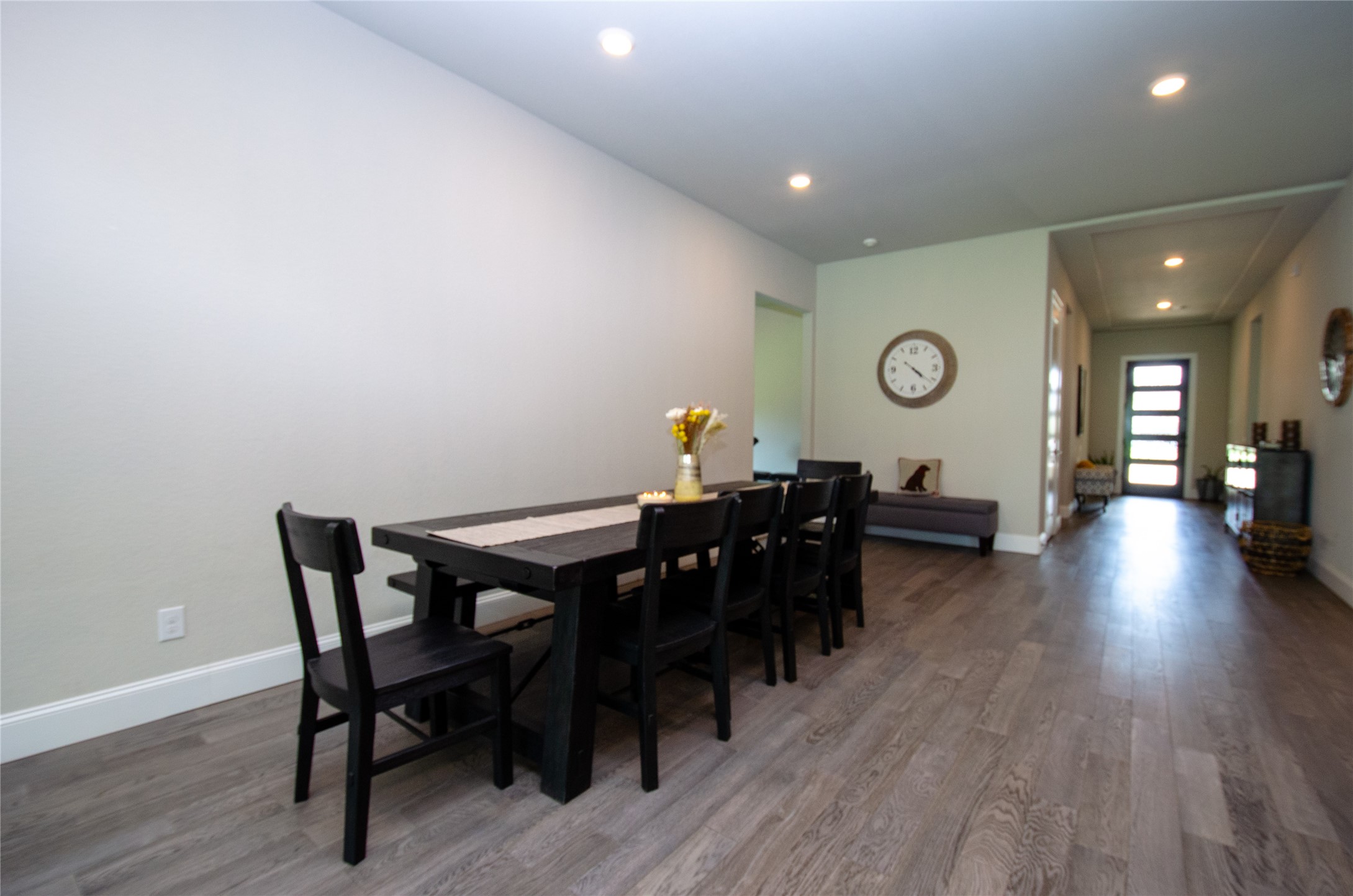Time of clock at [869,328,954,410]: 4:21
